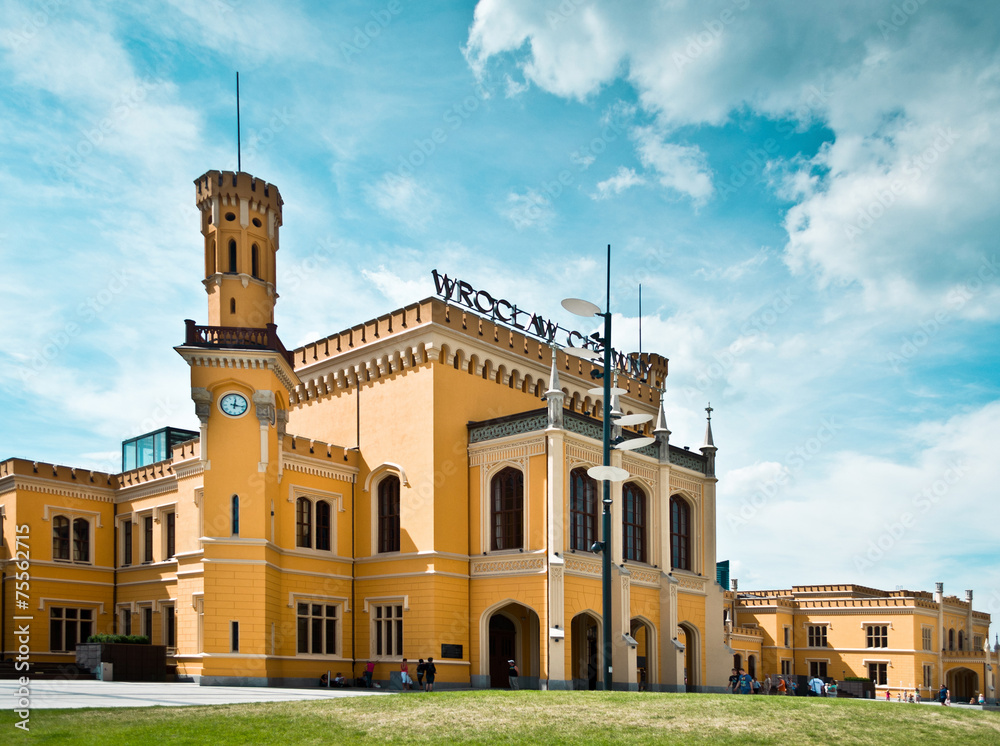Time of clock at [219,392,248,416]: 12:16
